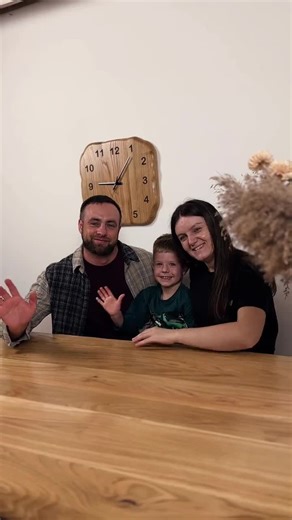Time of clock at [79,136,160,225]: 9:06
